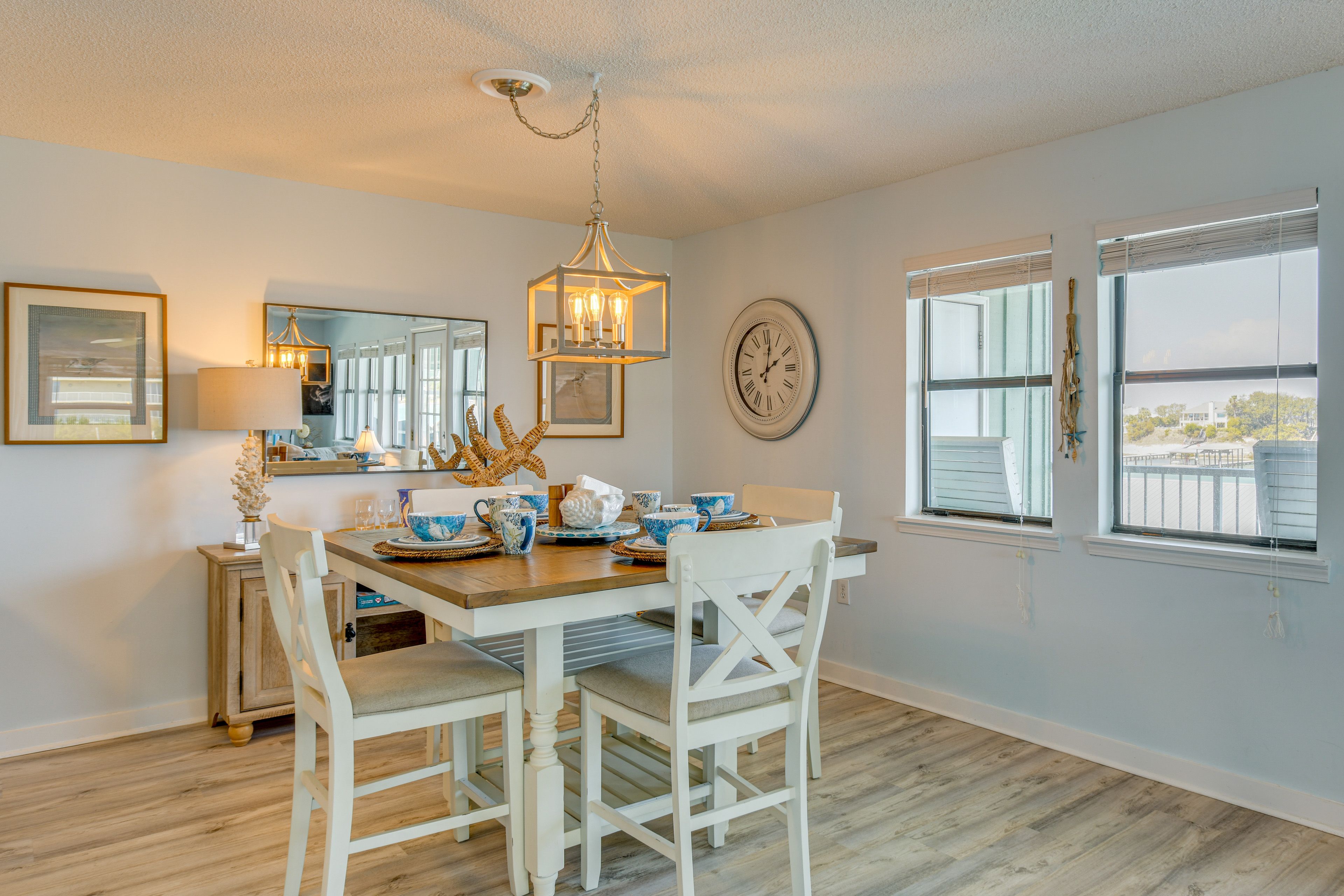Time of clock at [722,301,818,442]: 2:01
